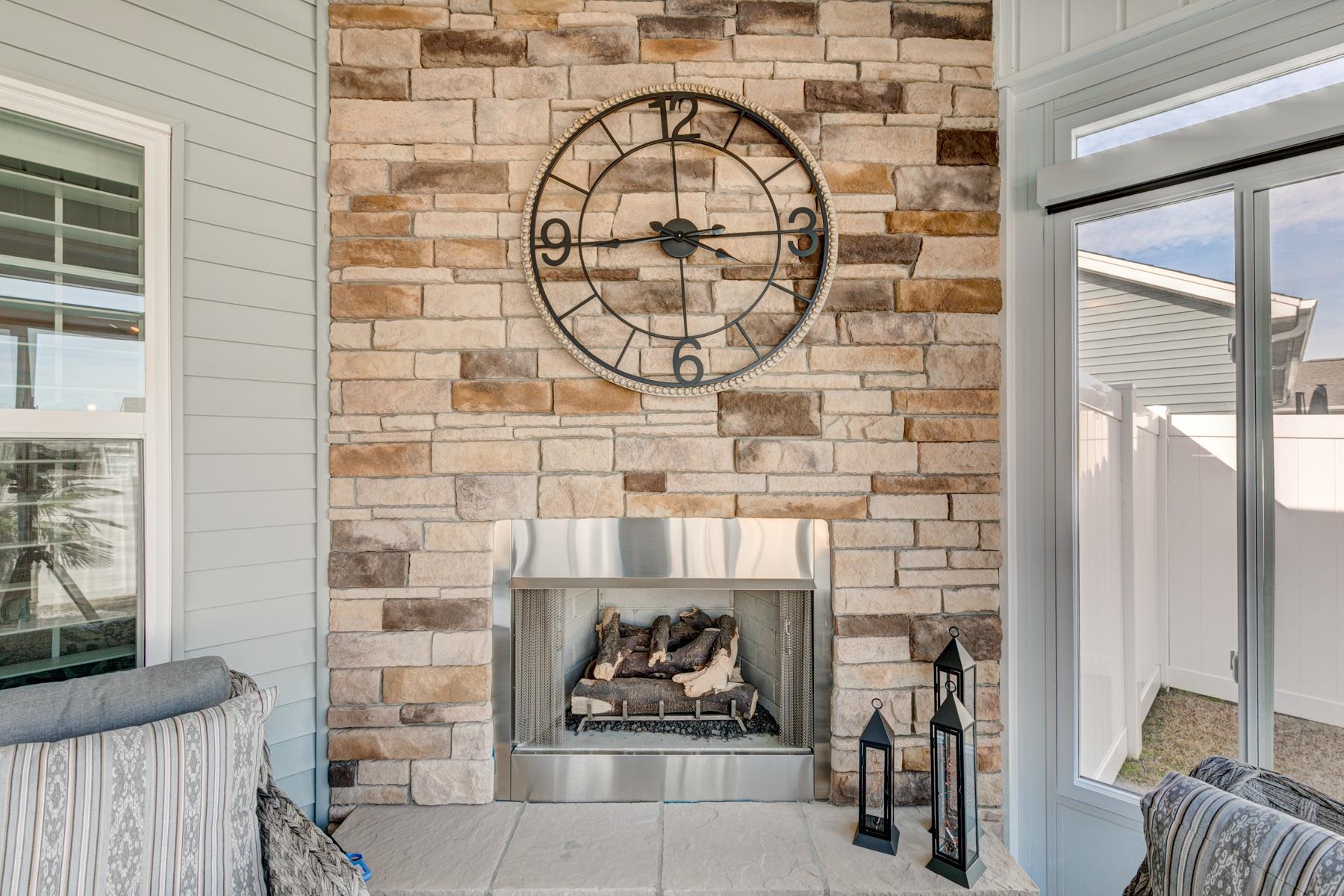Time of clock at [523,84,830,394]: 3:44
